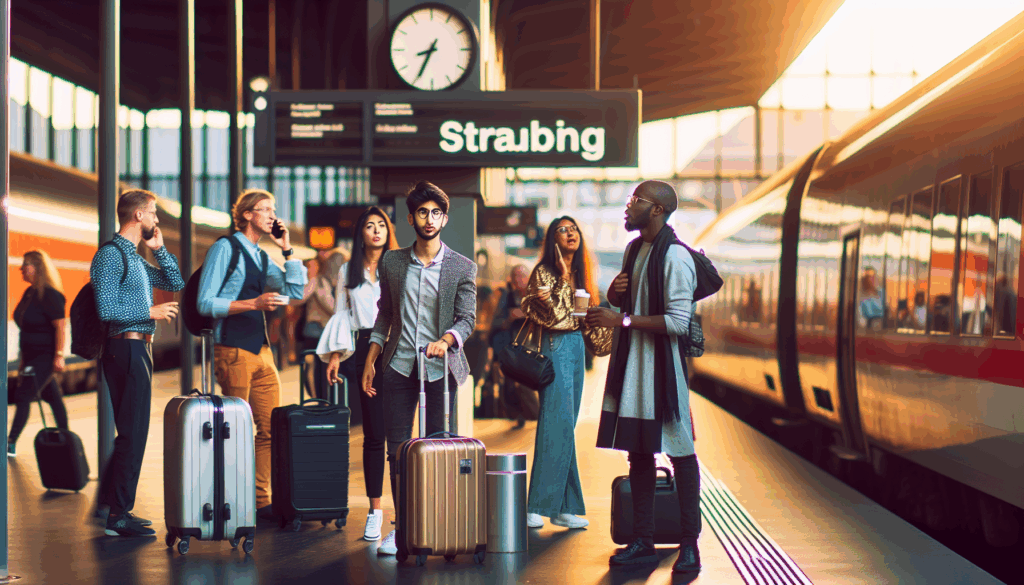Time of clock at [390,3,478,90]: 8:34
